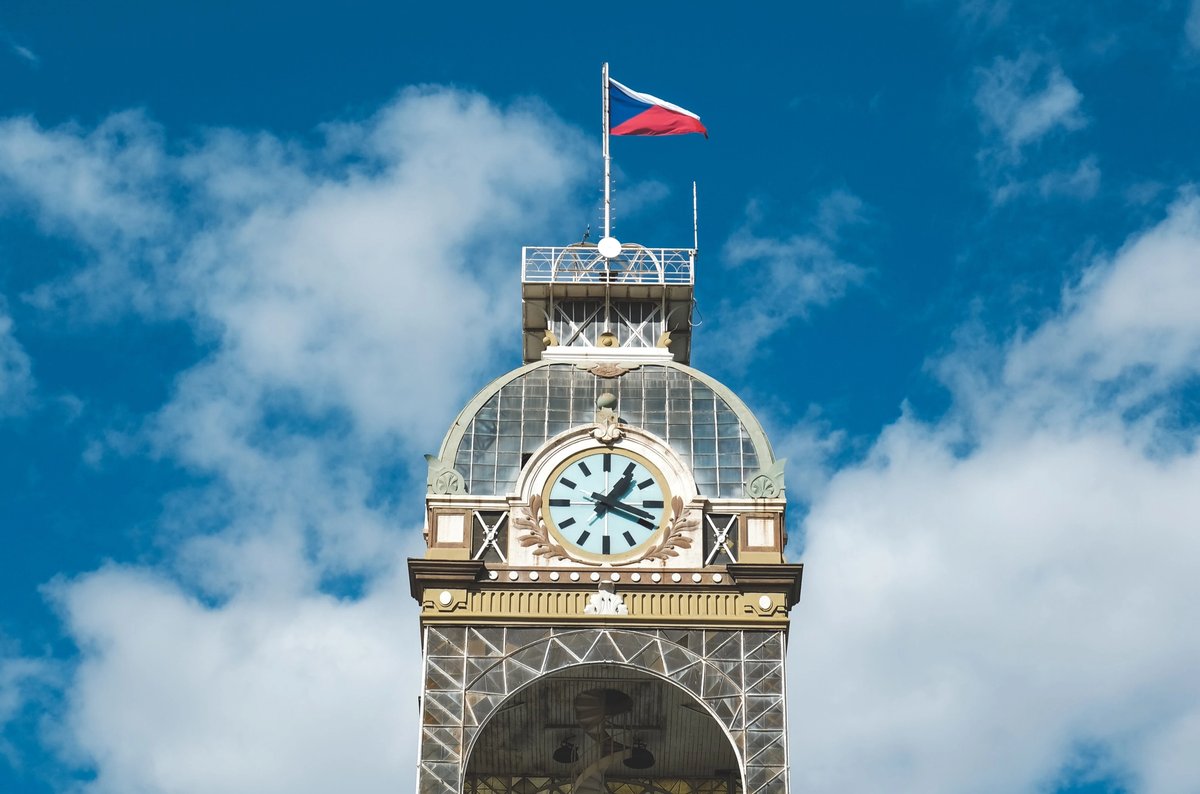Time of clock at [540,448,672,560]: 1:18
